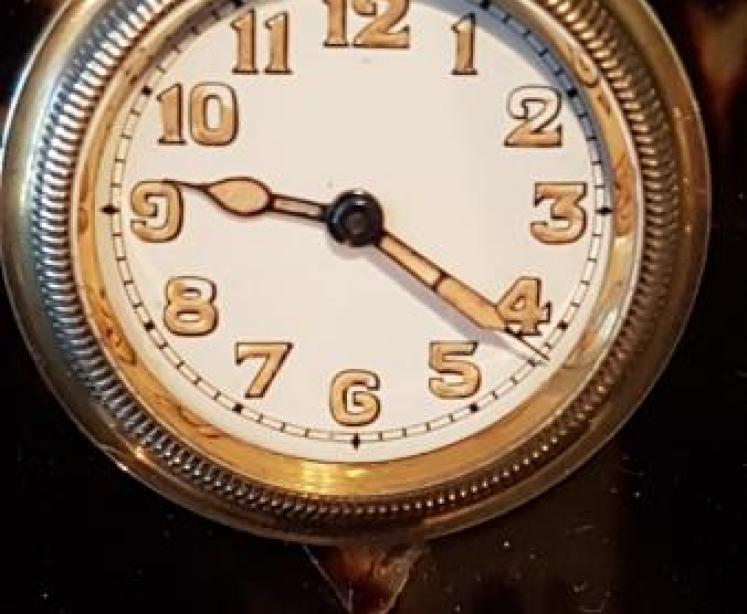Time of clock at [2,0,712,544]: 9:21
